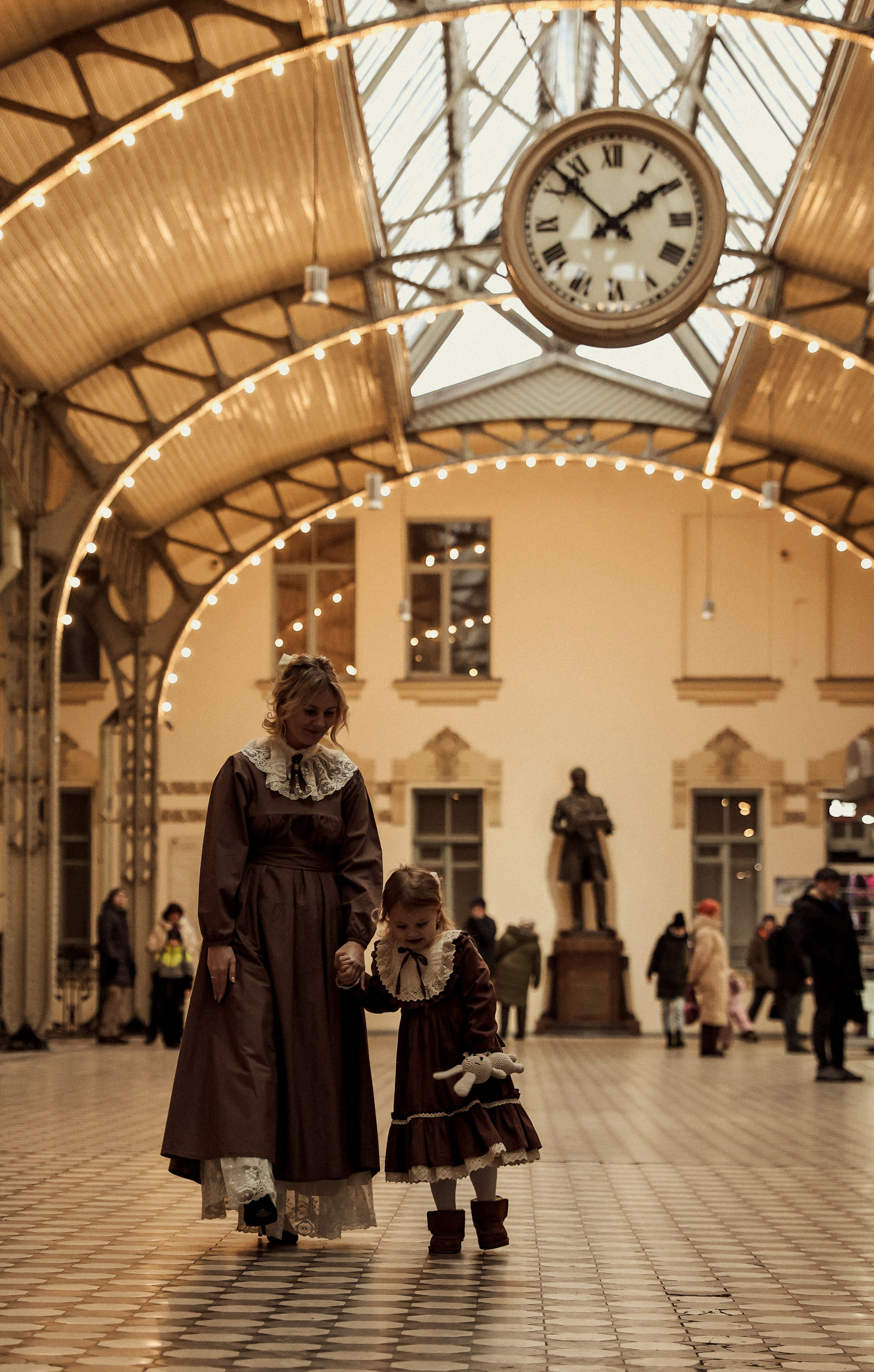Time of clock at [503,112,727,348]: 1:52
